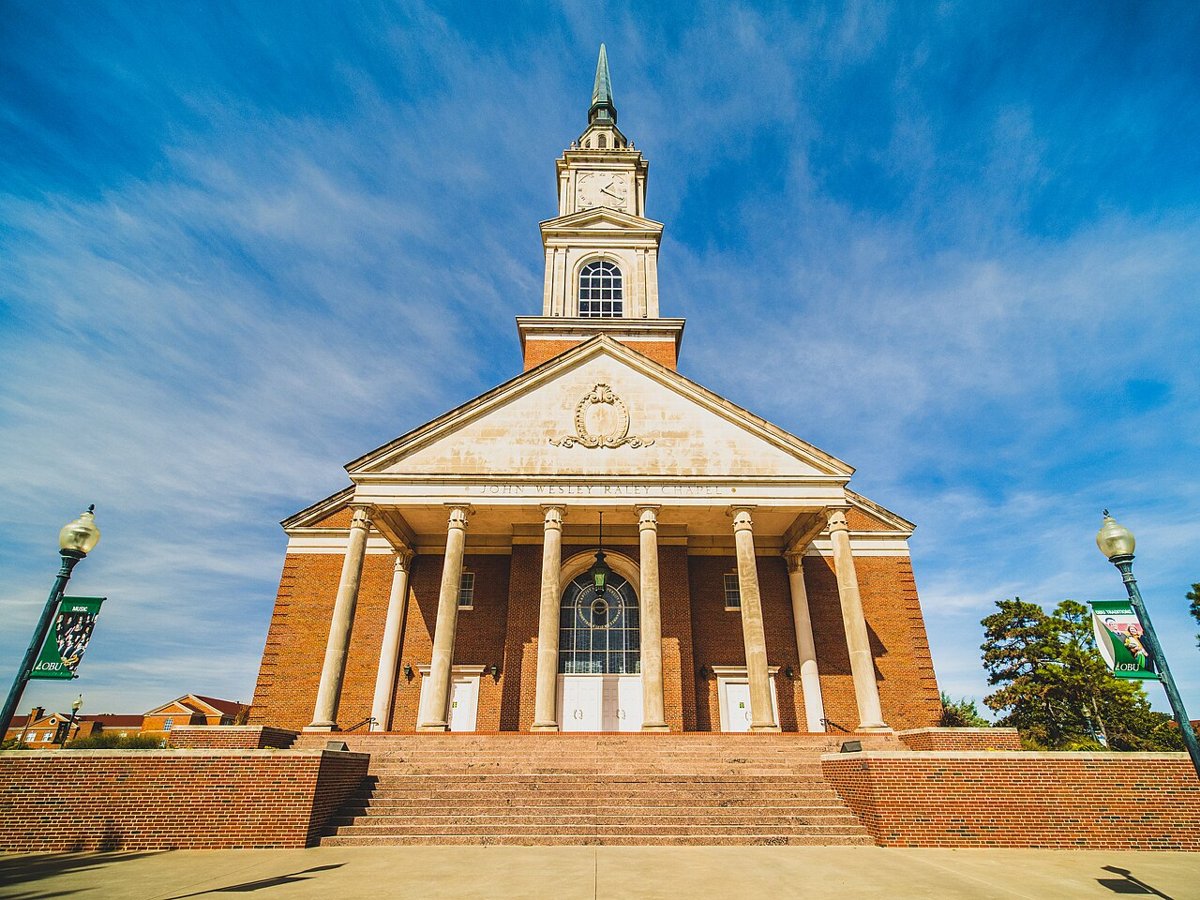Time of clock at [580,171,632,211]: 1:20
